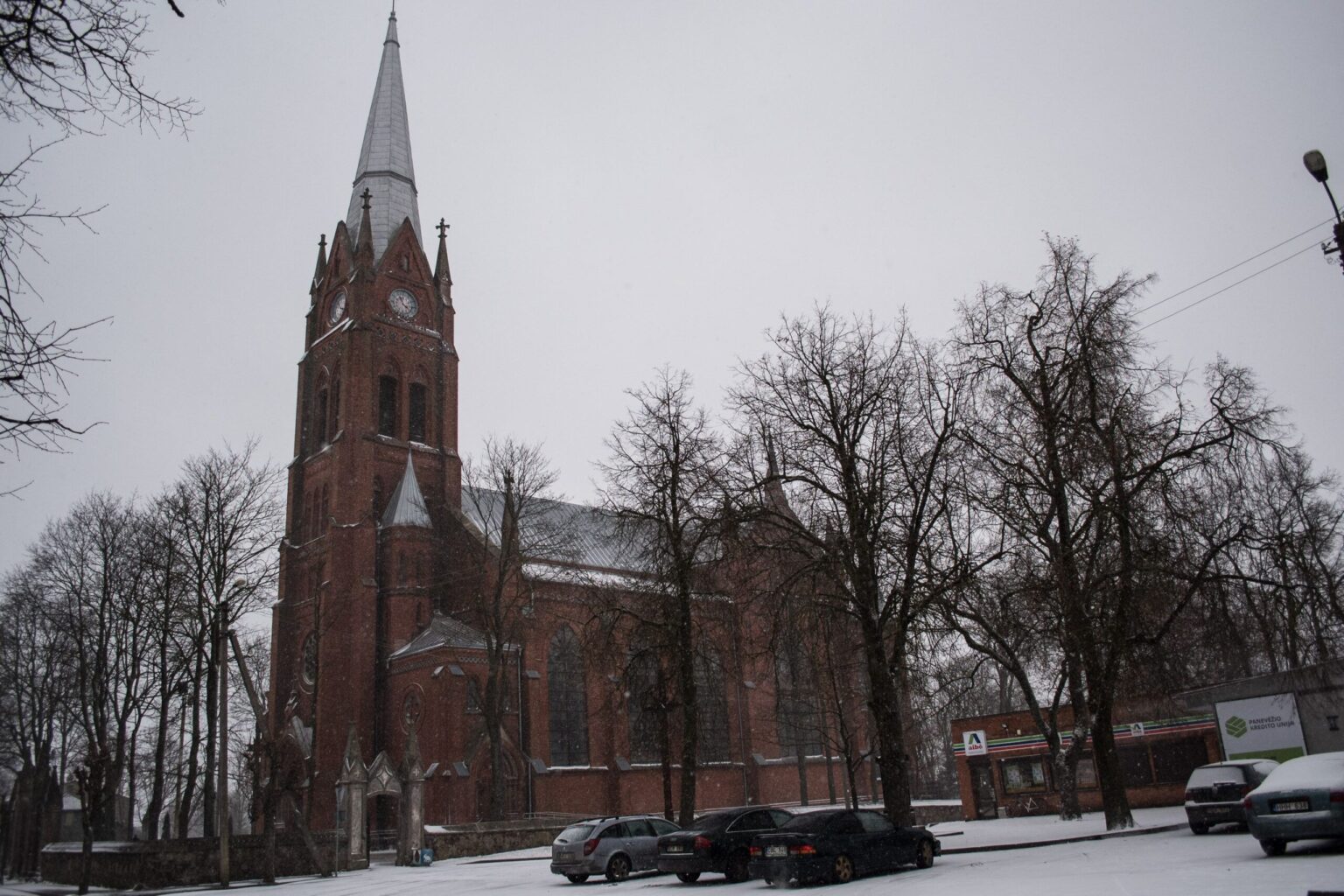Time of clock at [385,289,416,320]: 11:21
